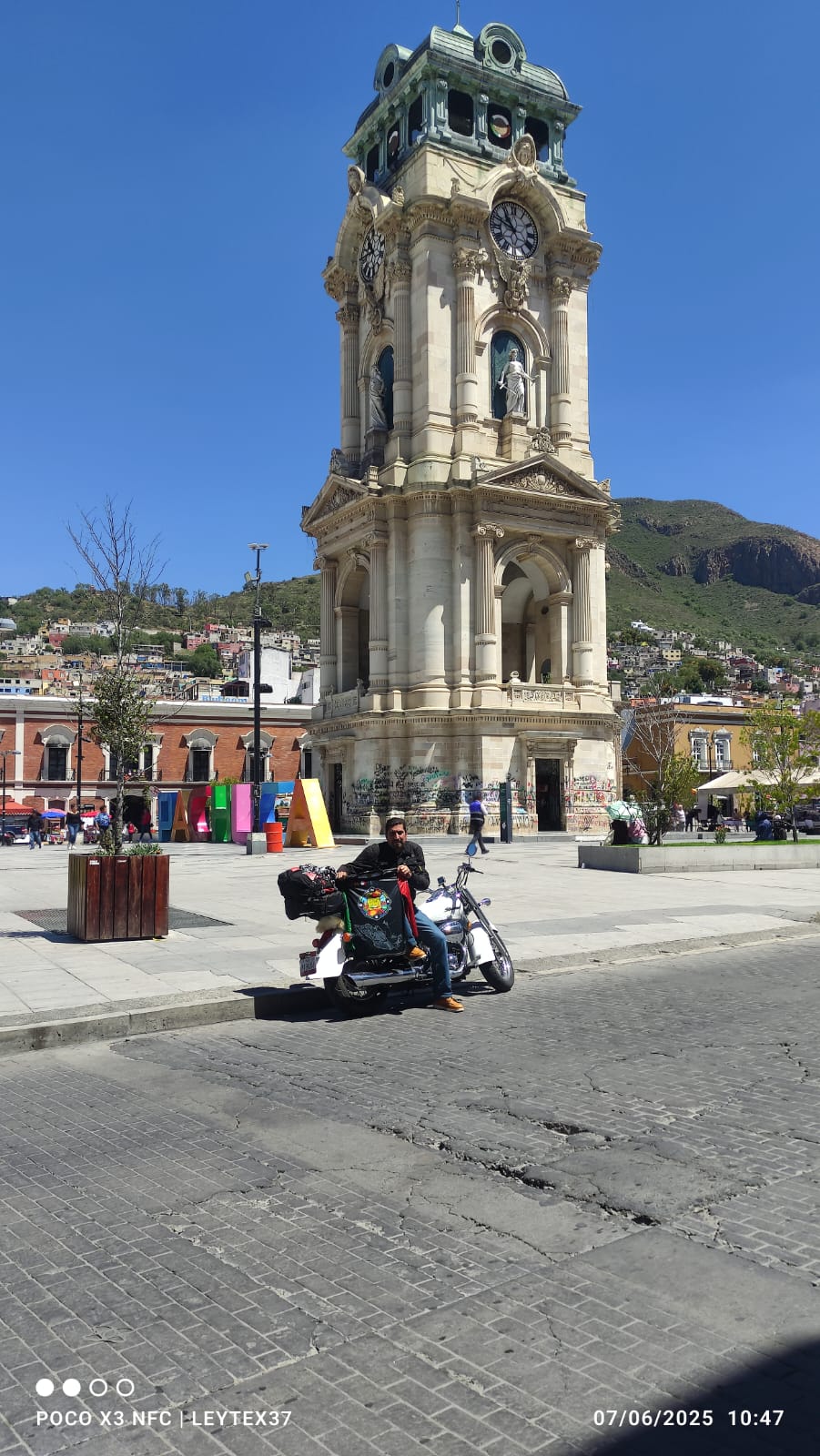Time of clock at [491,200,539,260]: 10:48
